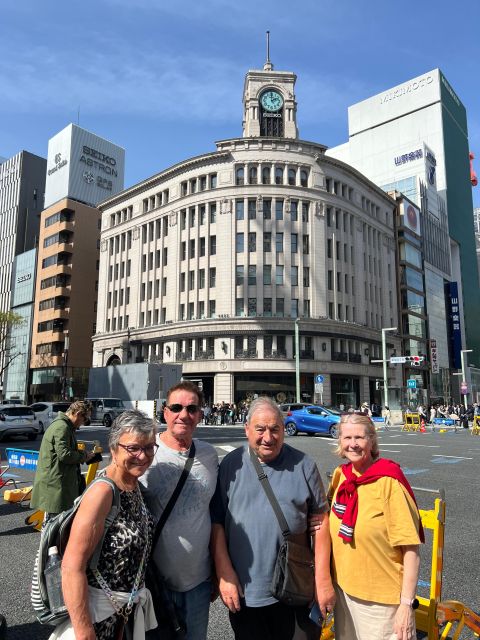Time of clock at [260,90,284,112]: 2:00
